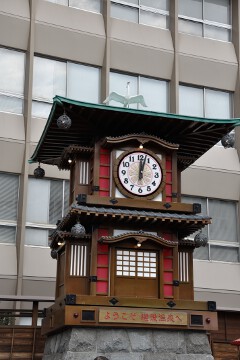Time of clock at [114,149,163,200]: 12:02
